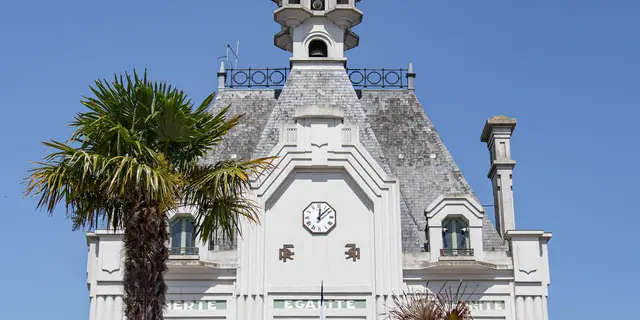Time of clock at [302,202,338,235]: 12:07
